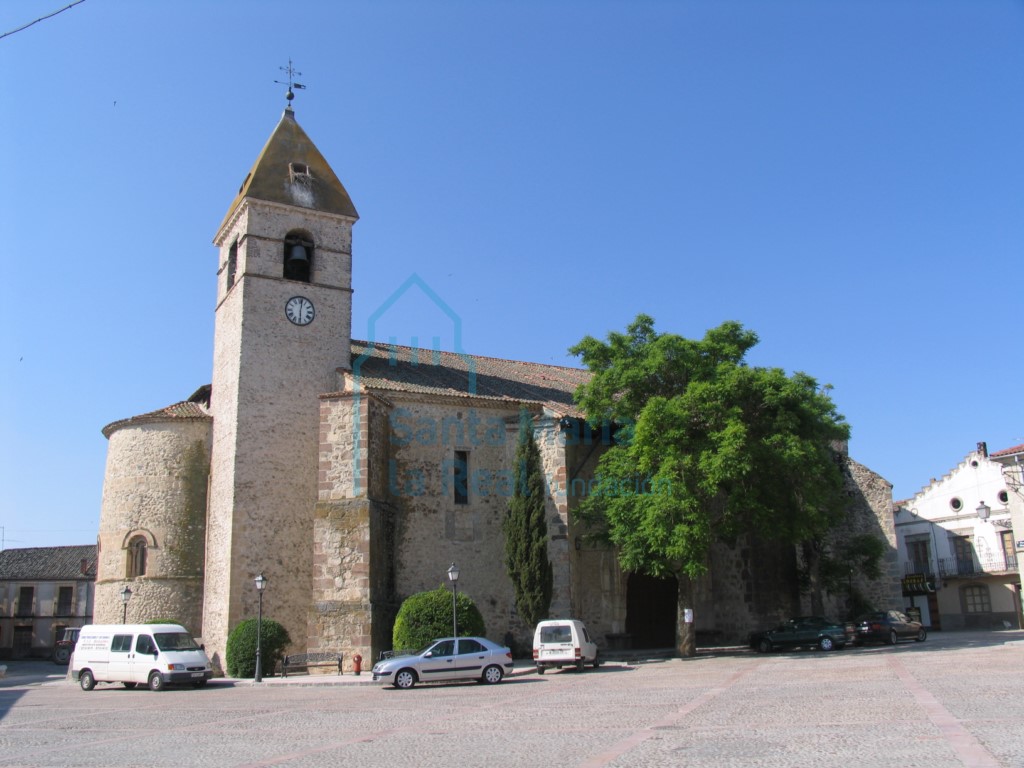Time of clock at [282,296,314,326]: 6:01
